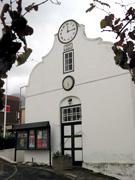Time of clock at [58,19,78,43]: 12:14
